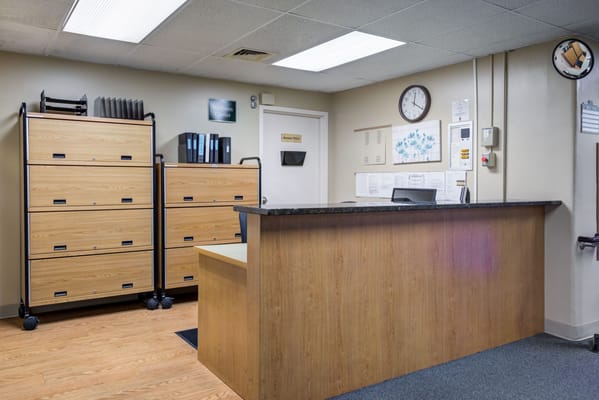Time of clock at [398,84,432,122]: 12:20
